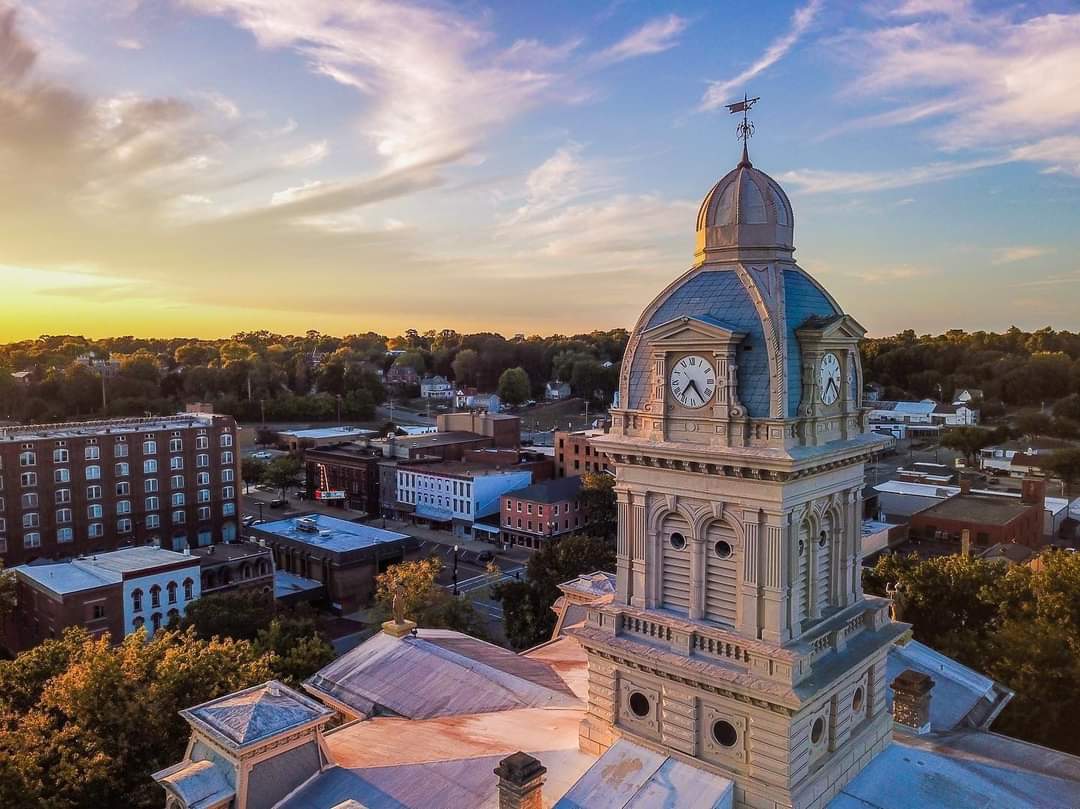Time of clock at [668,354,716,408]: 7:24
